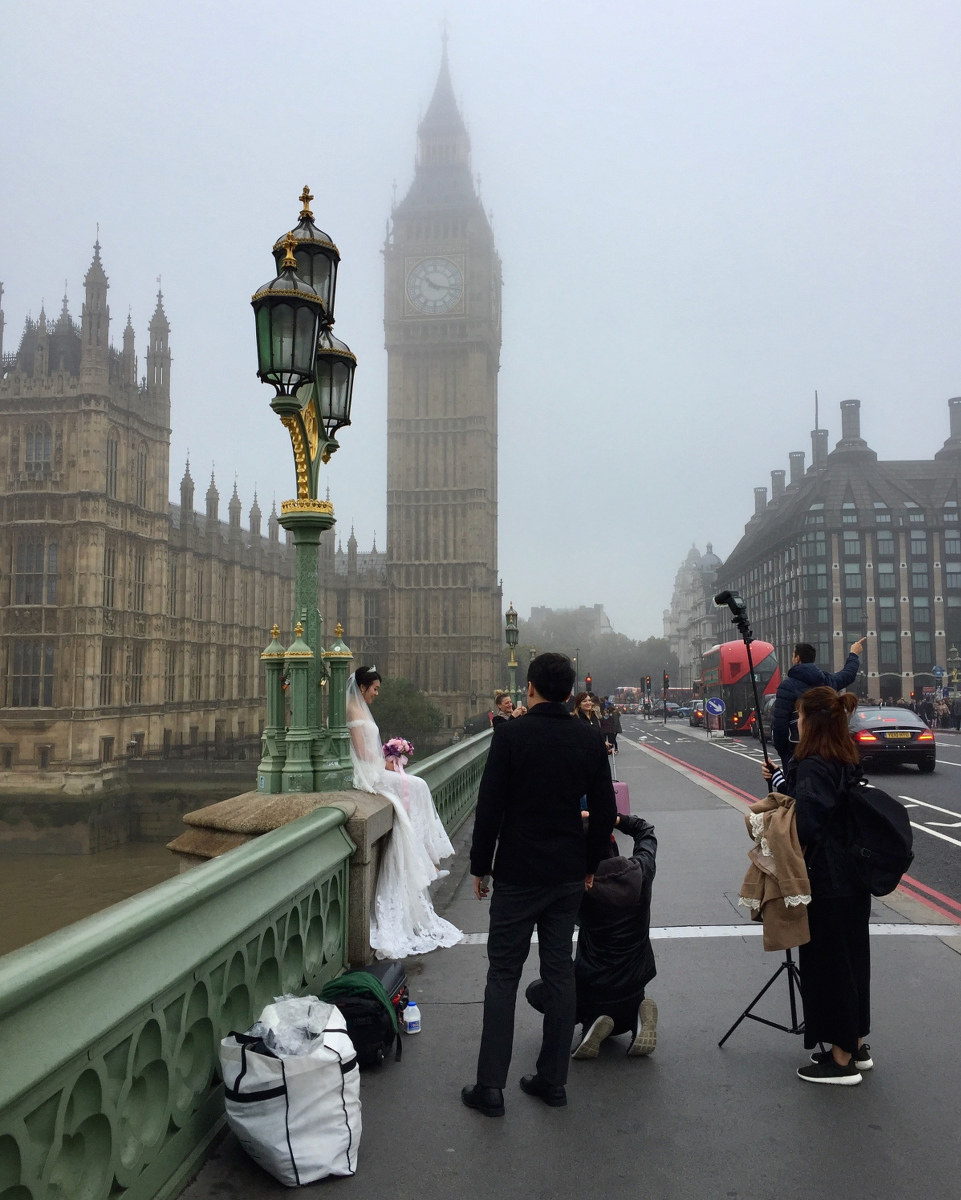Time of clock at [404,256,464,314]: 10:16
